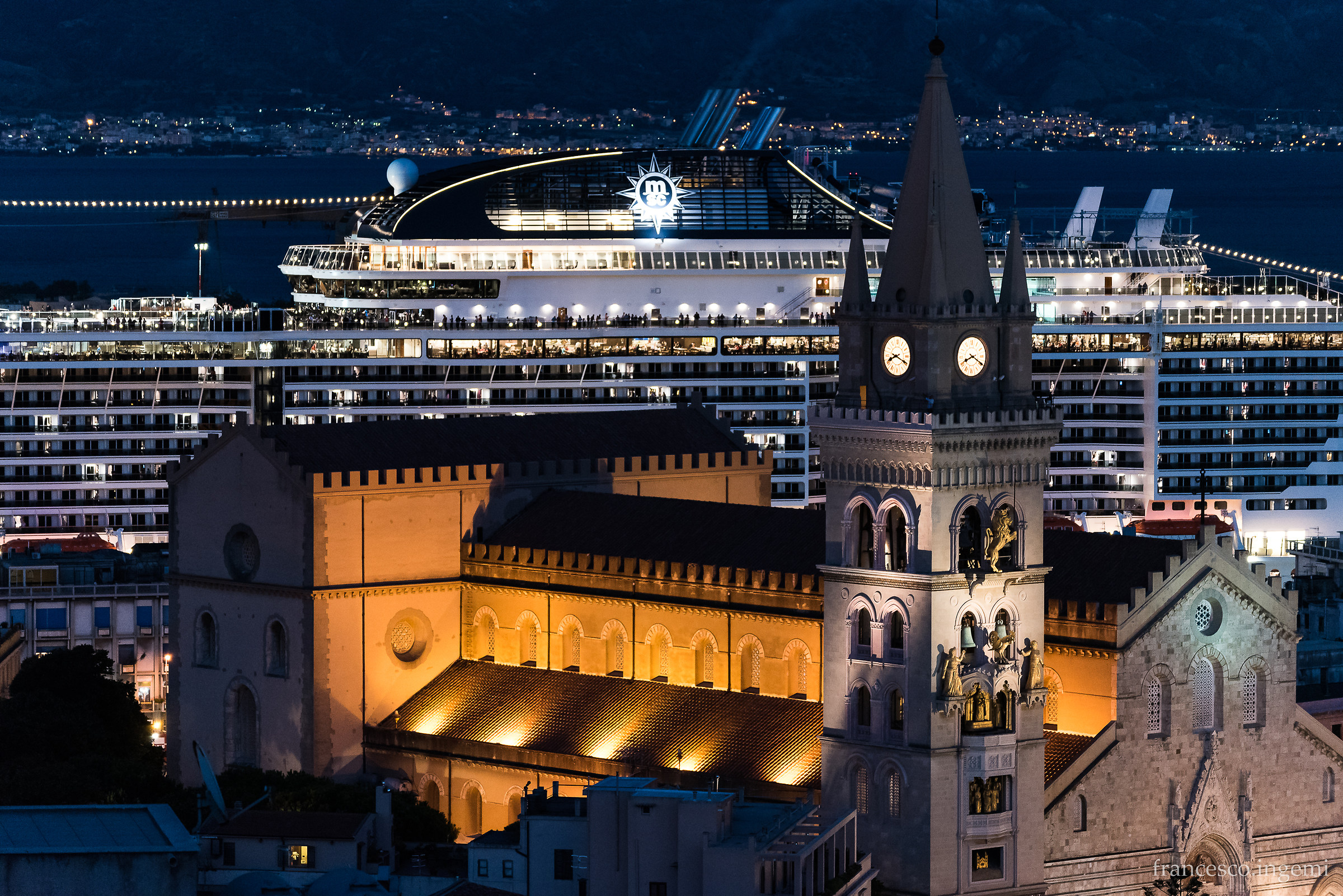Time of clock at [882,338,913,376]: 8:19
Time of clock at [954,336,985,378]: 8:19
